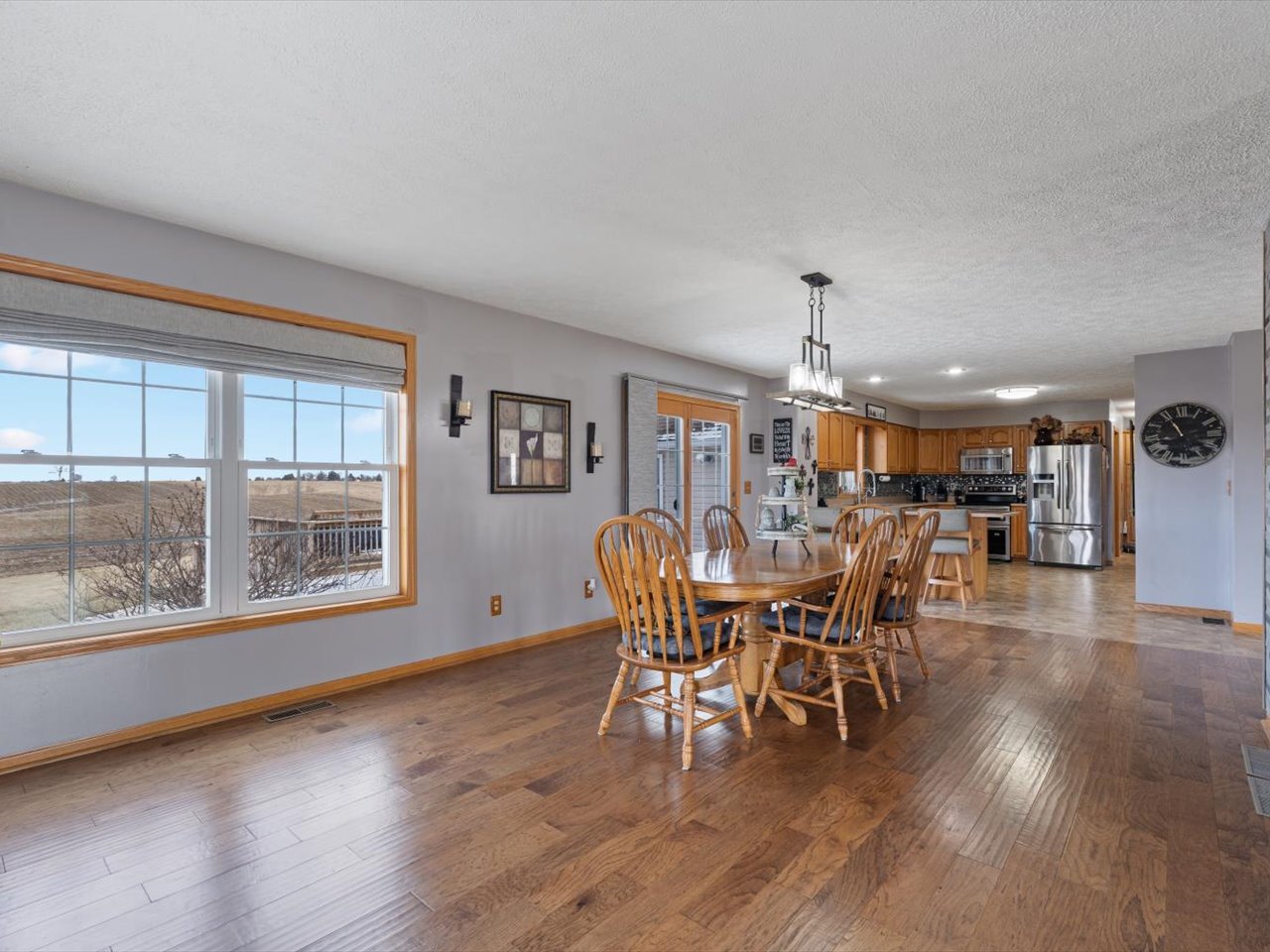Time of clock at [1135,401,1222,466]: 10:55
